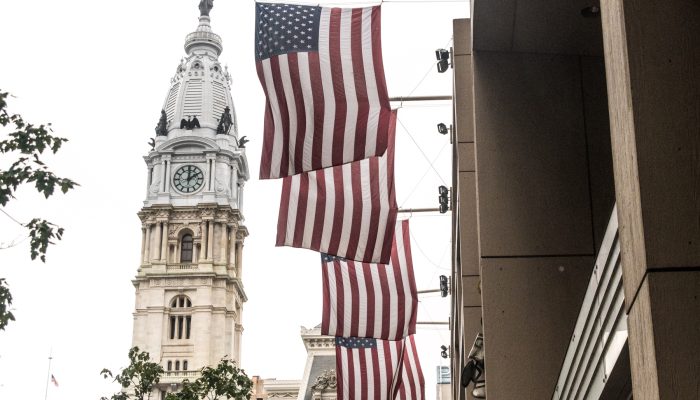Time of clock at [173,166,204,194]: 2:00
